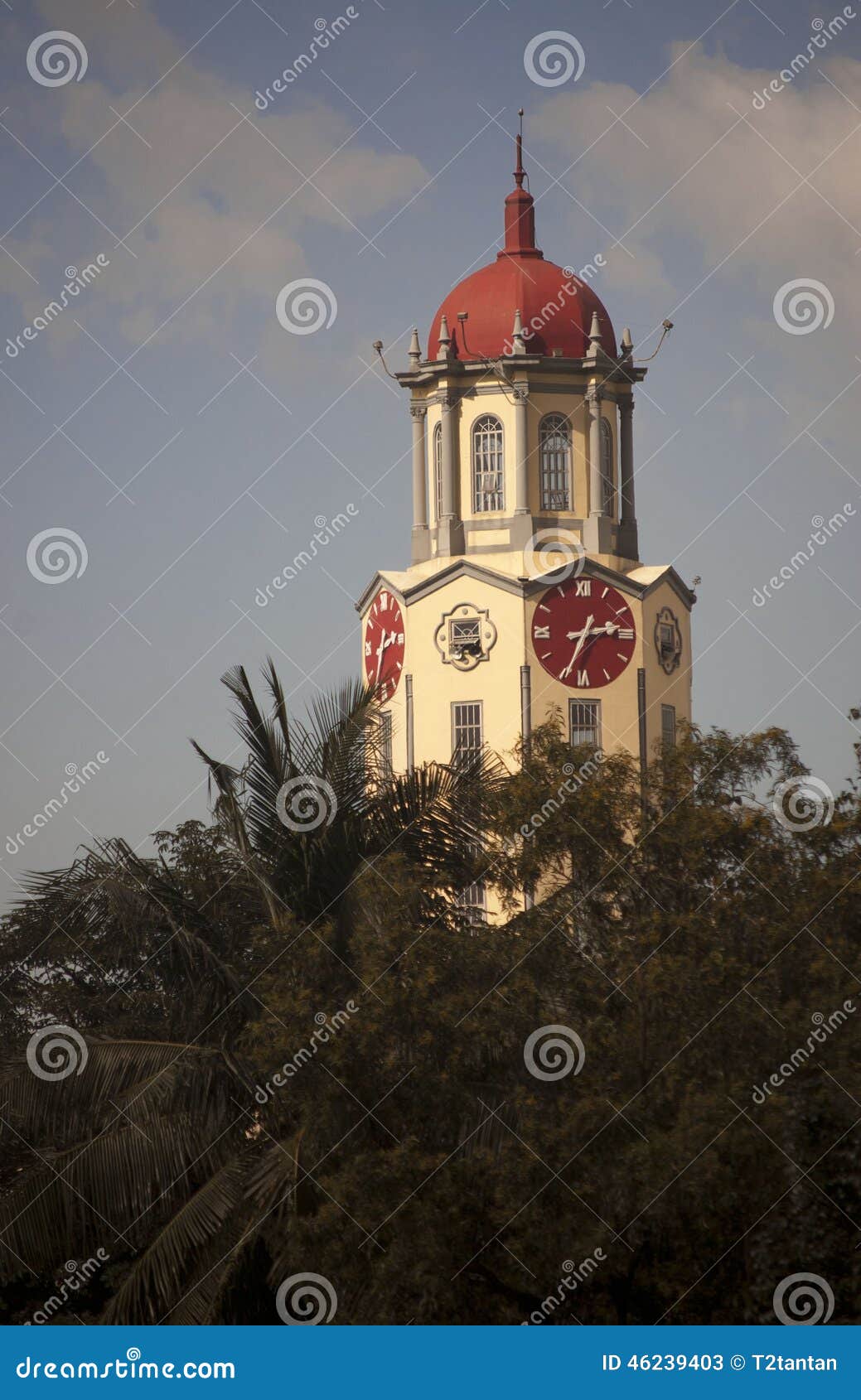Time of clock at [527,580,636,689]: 2:34
